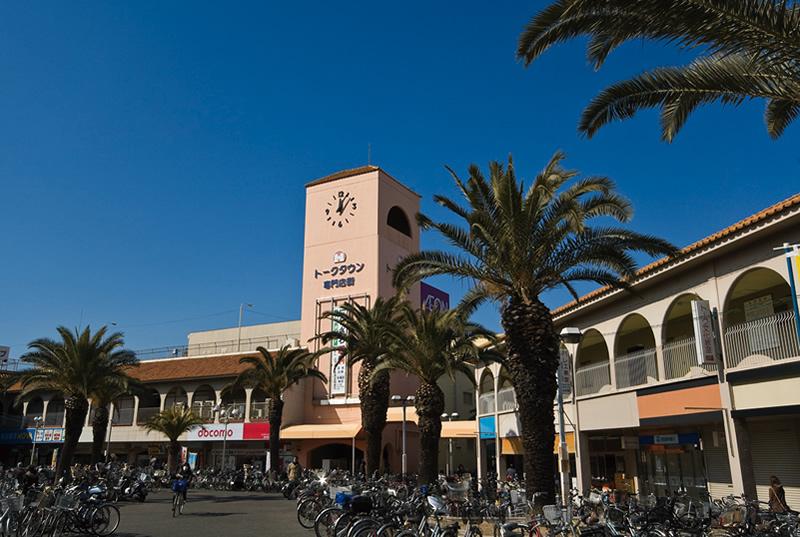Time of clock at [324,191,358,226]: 12:07
